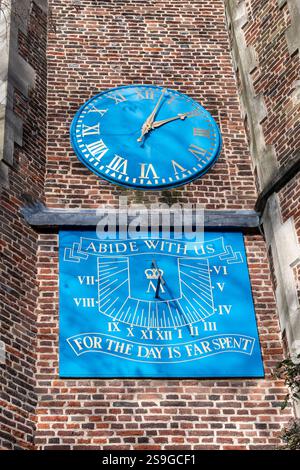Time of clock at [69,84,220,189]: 2:03
